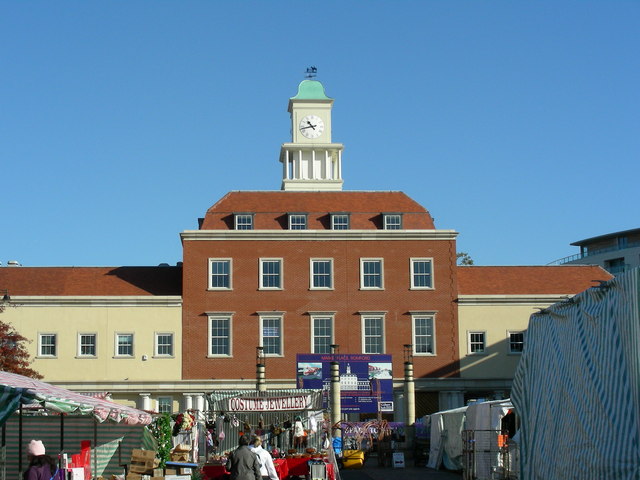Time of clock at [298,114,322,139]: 10:42
